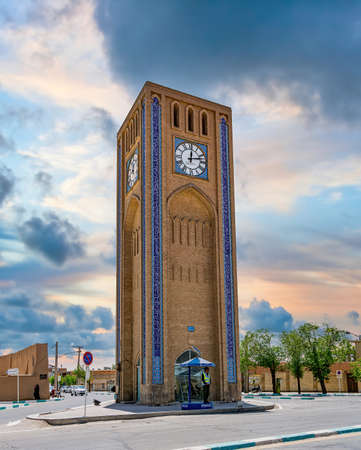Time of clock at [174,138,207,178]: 12:12
